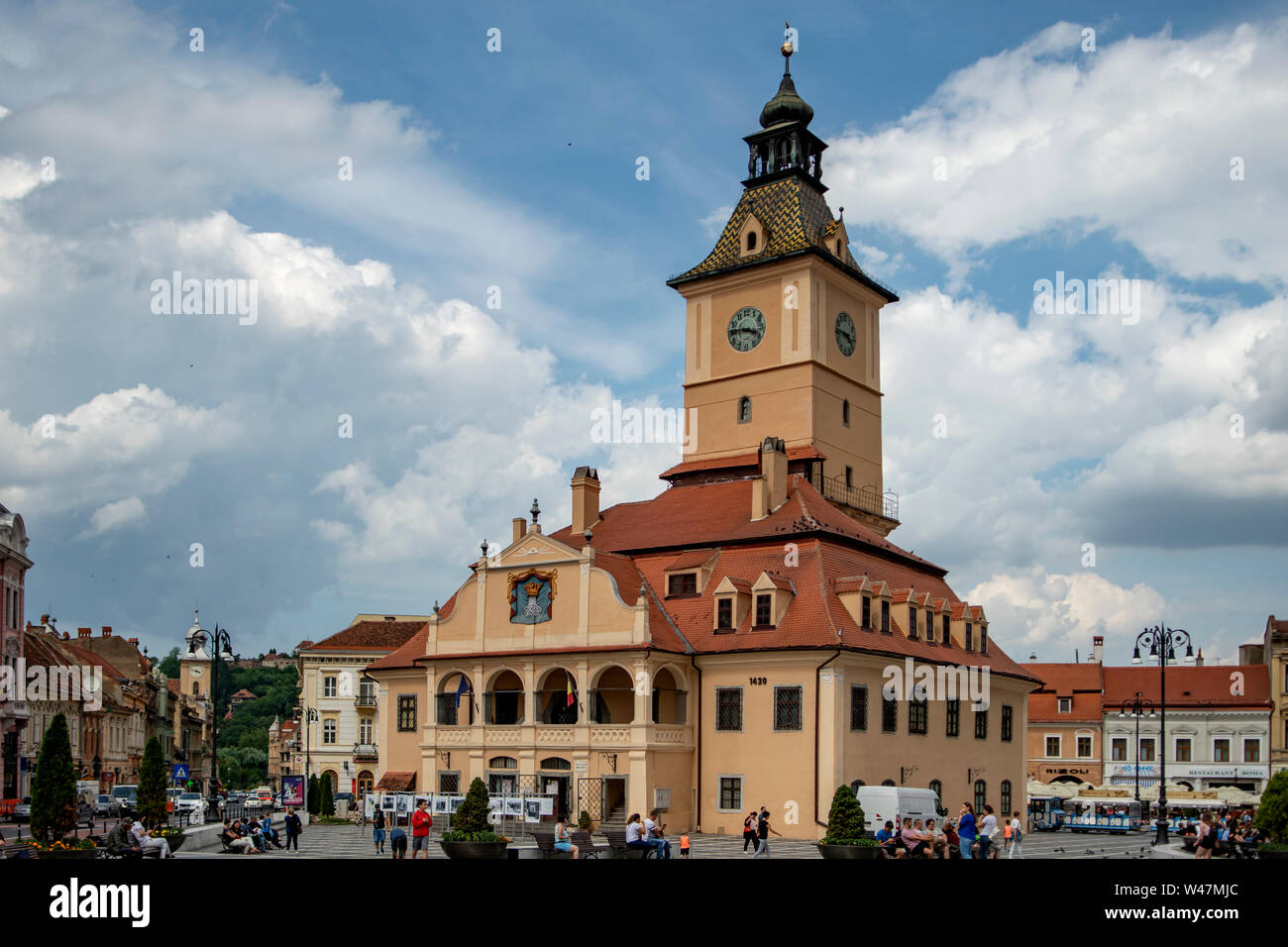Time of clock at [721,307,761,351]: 3:45
